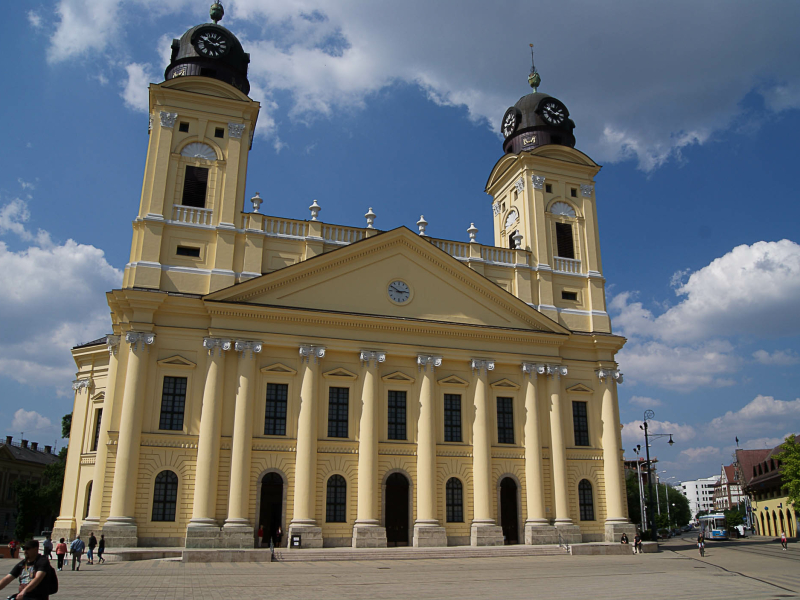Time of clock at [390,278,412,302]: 2:50
